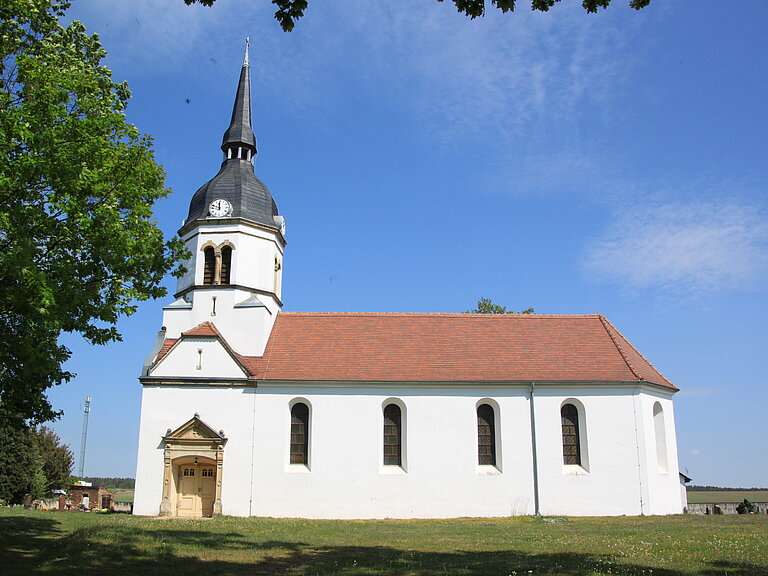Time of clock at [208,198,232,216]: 11:47
